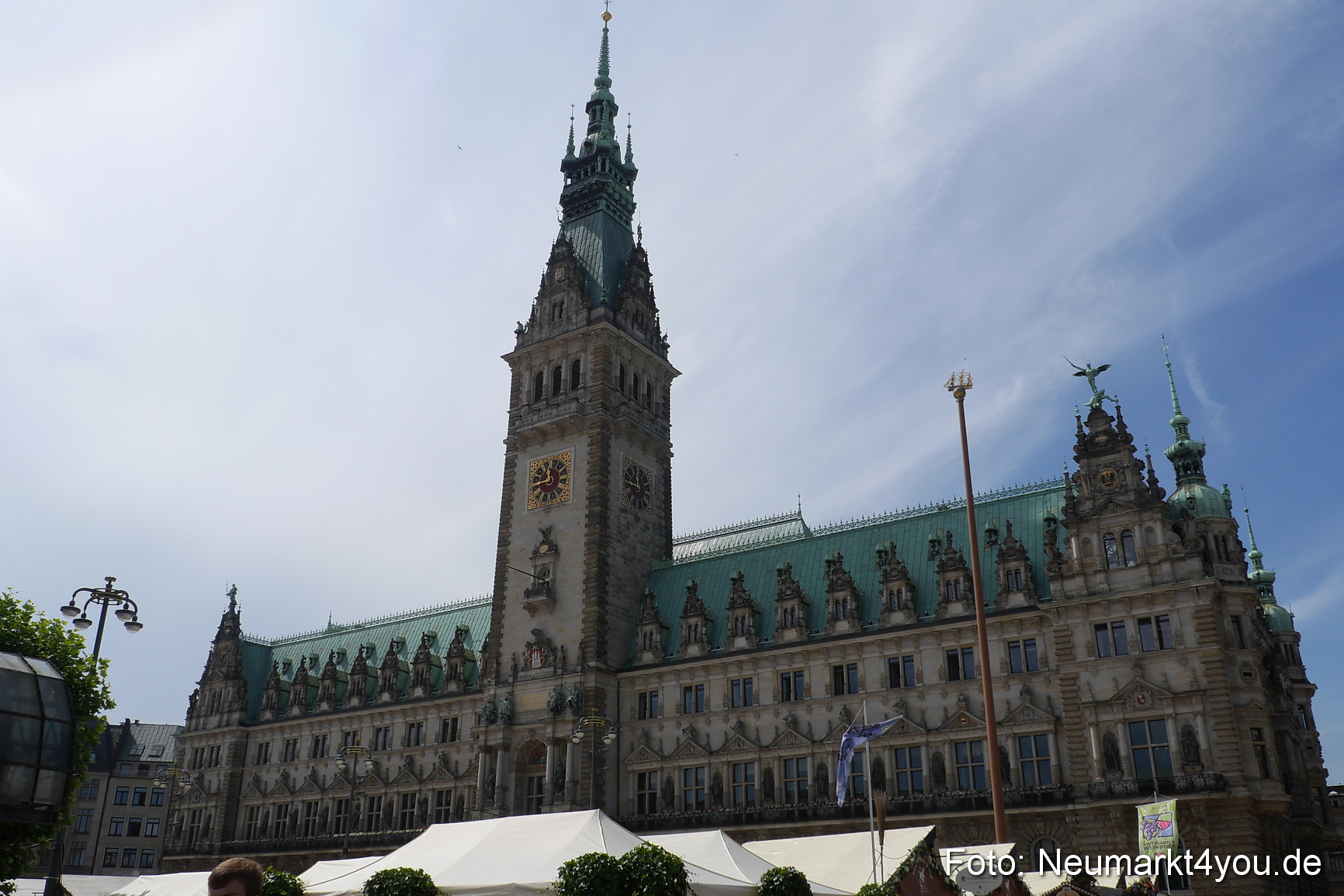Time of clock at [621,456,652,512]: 11:46
